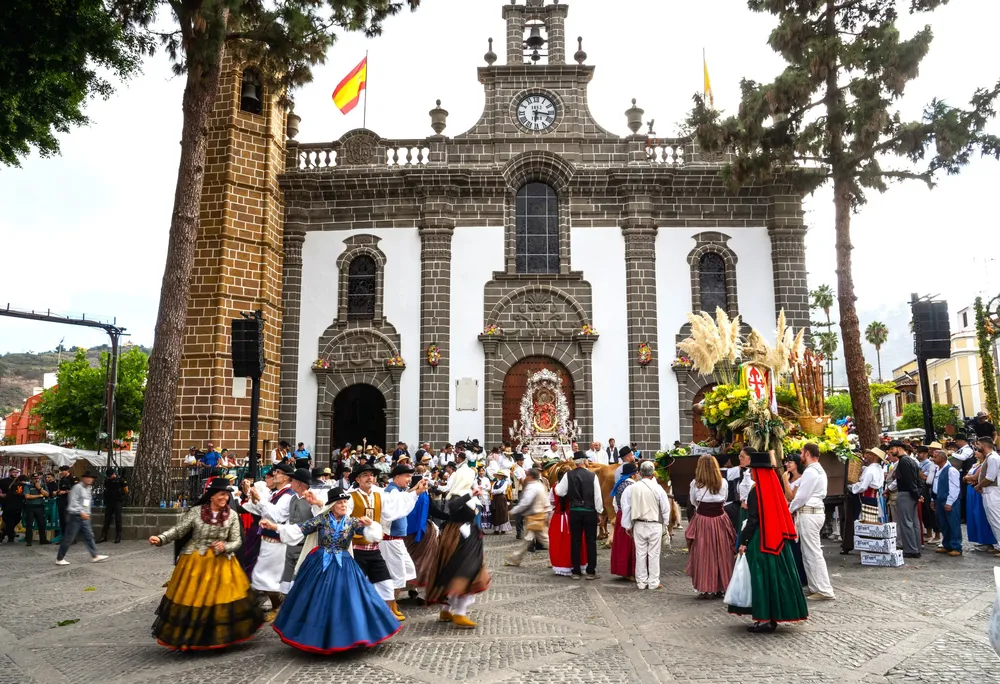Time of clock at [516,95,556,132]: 6:16
